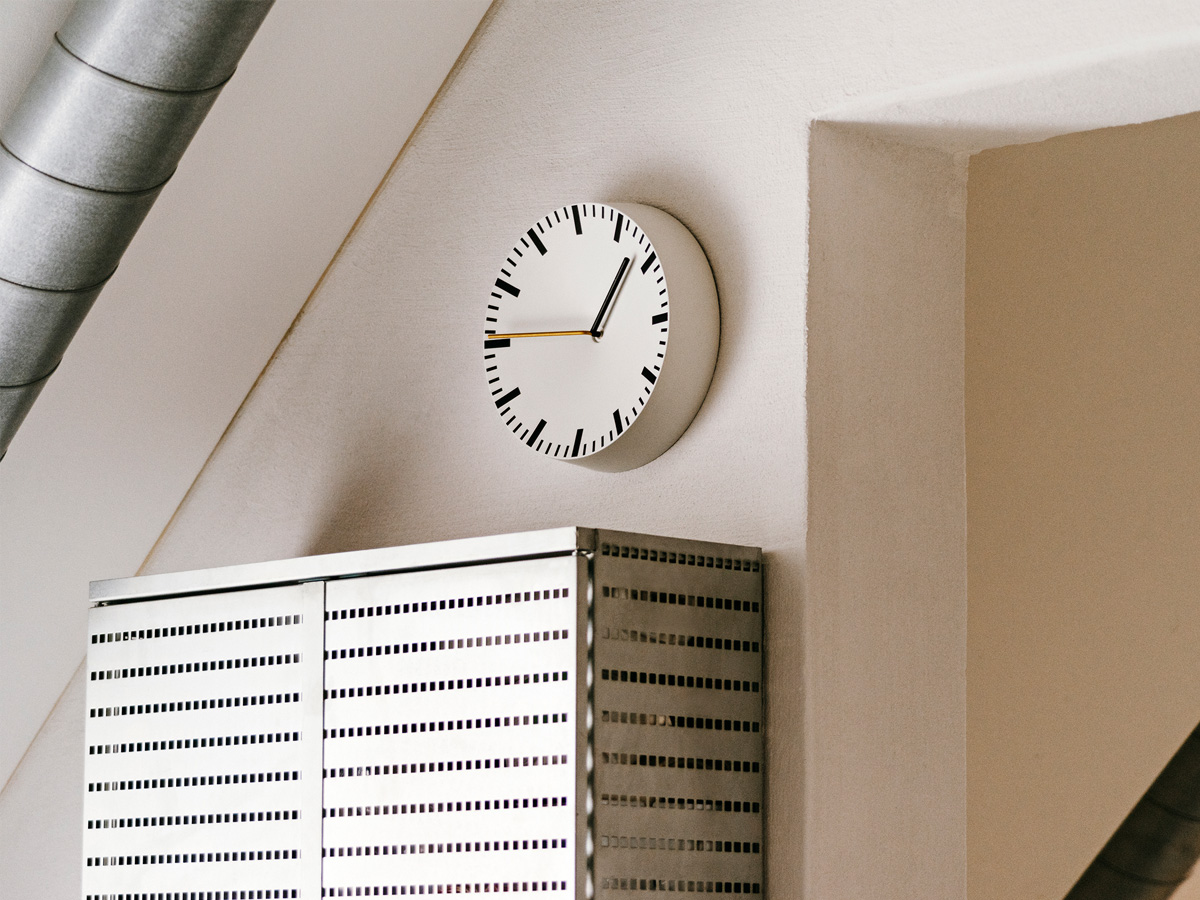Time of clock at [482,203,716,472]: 1:07
